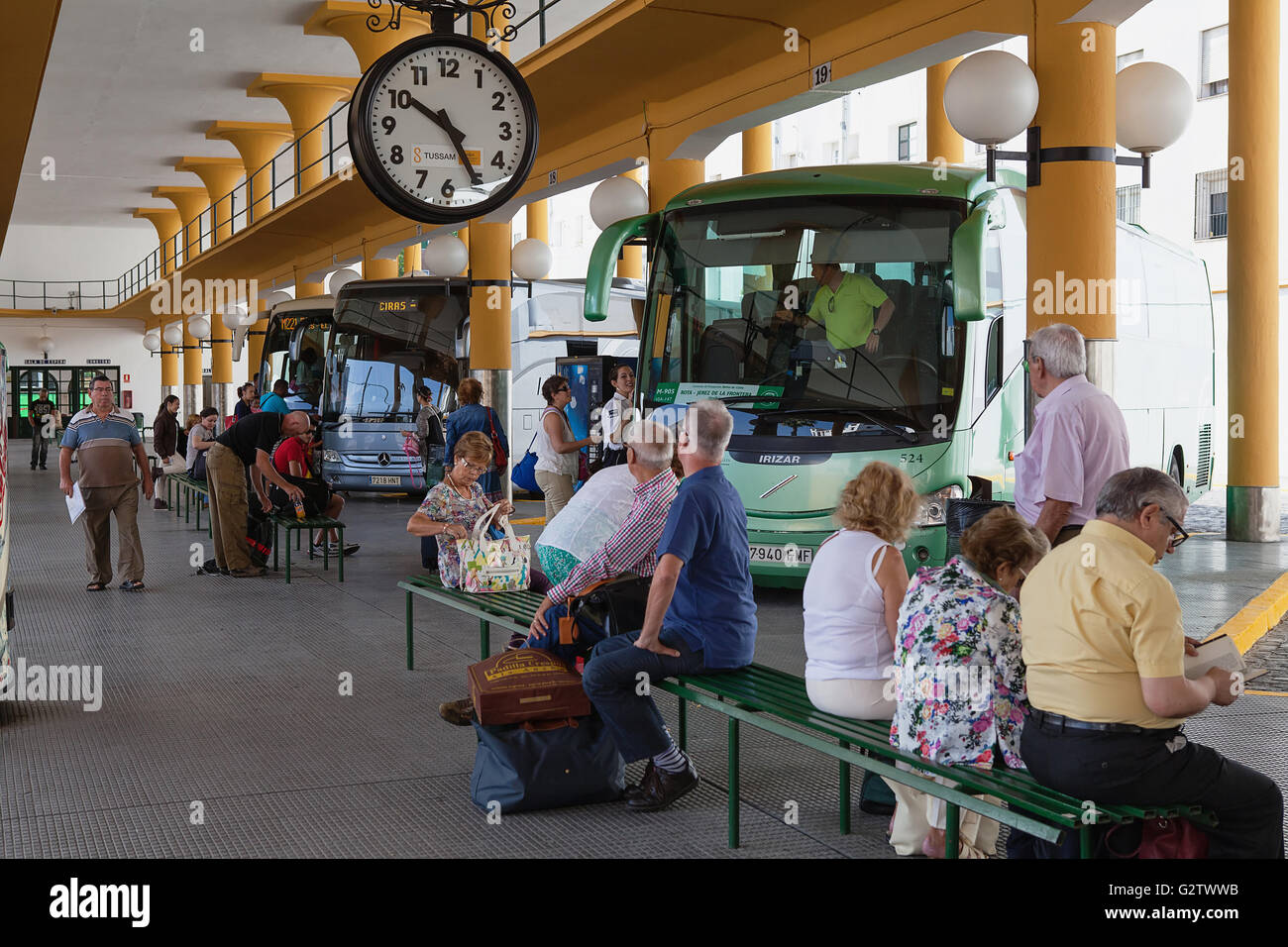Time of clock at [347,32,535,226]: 10:25
